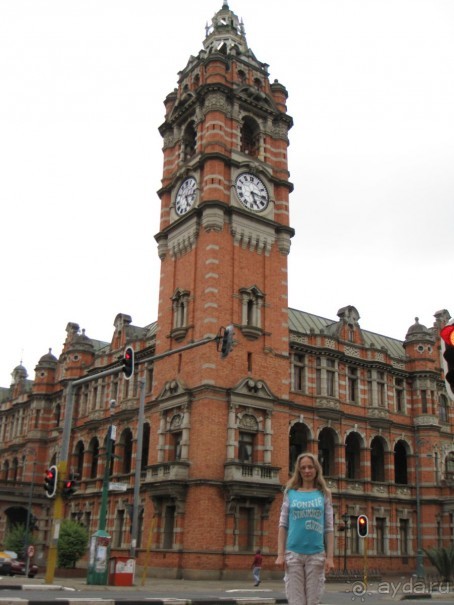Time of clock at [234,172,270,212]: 5:15
